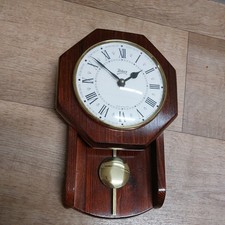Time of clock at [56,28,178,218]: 1:51
